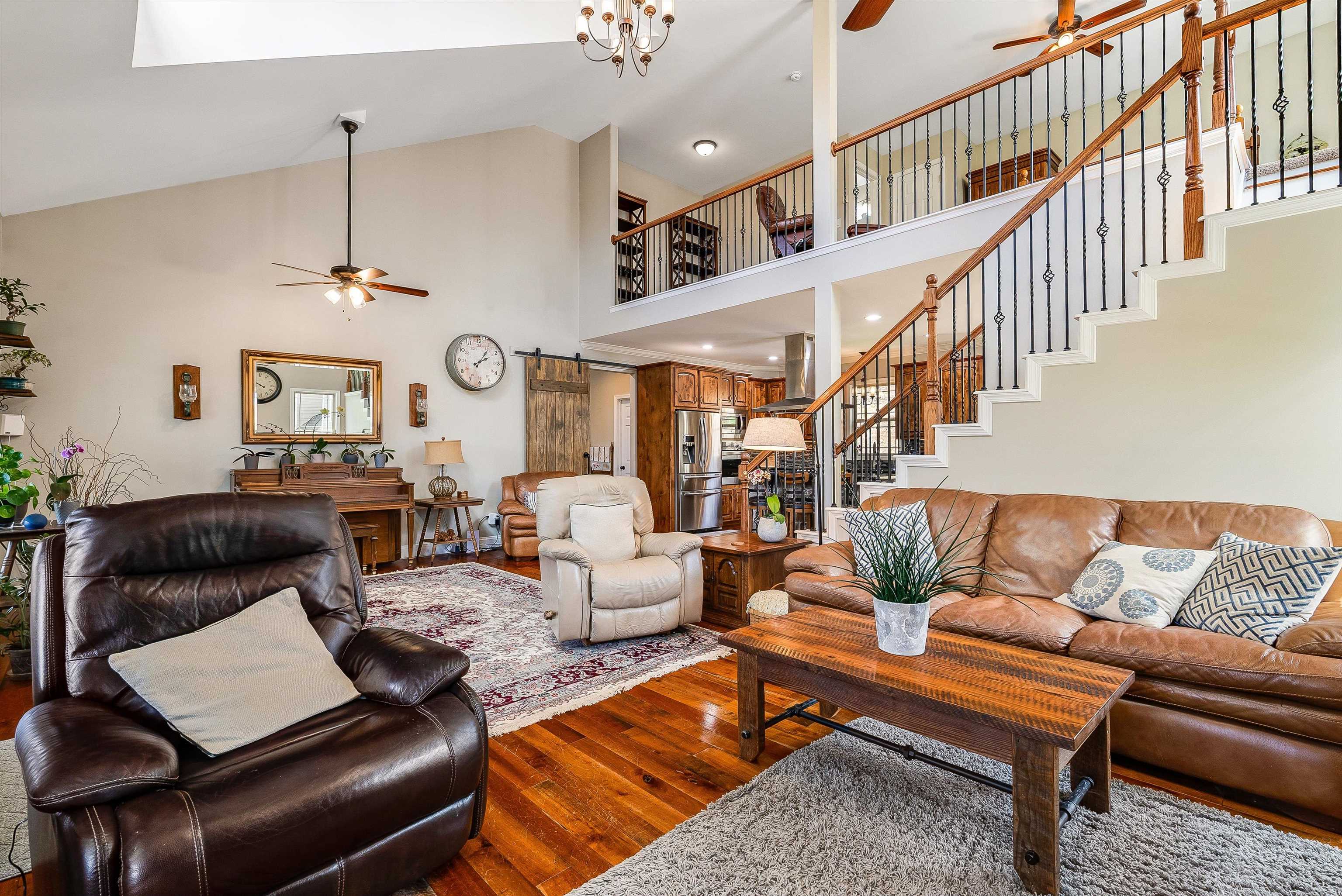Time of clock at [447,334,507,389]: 2:06
